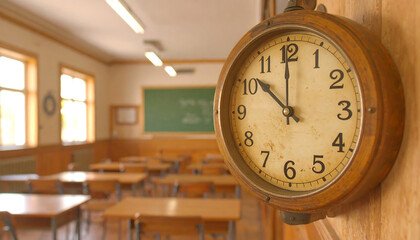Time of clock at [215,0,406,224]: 11:51
